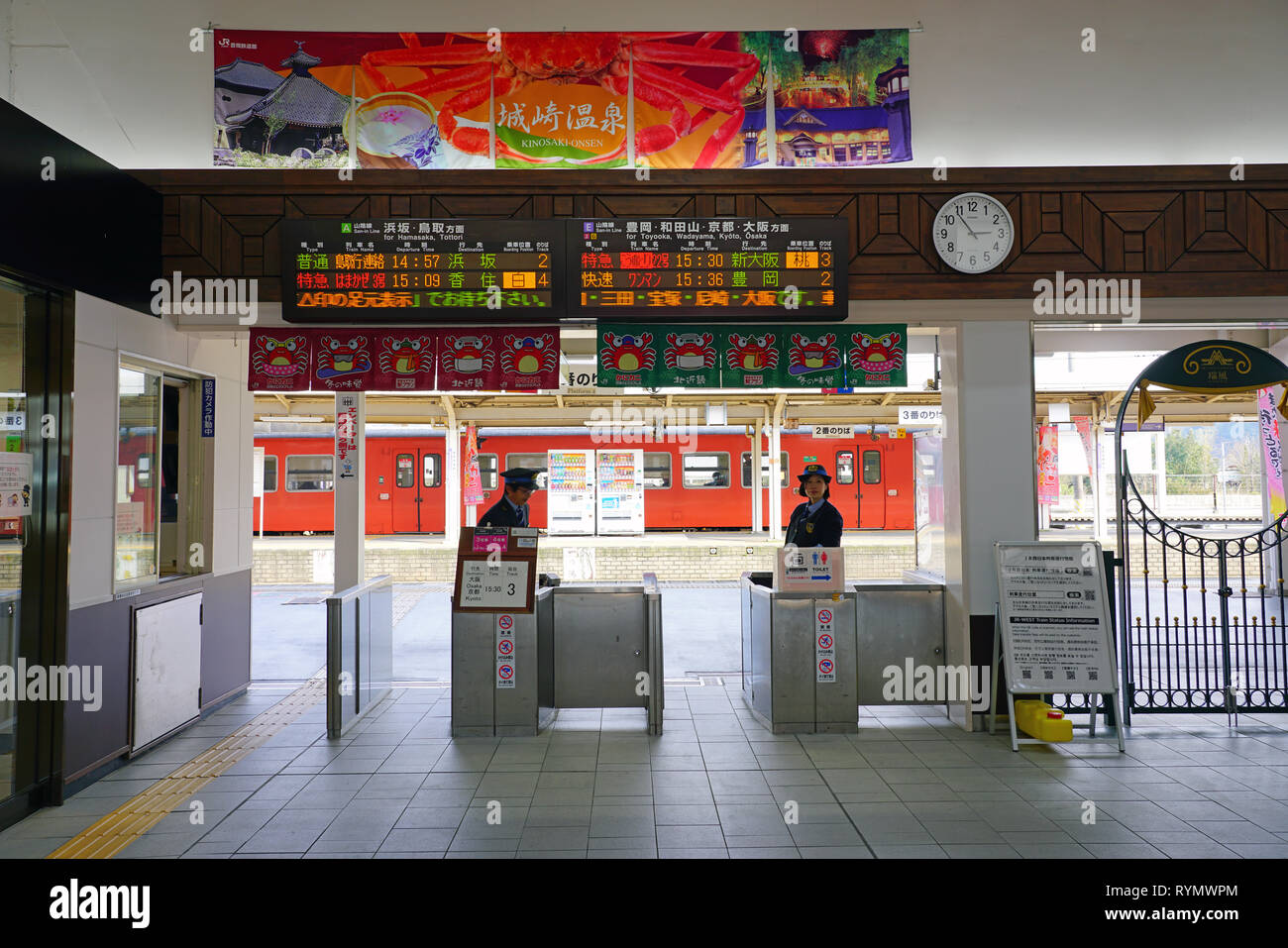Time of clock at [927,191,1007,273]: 2:53
